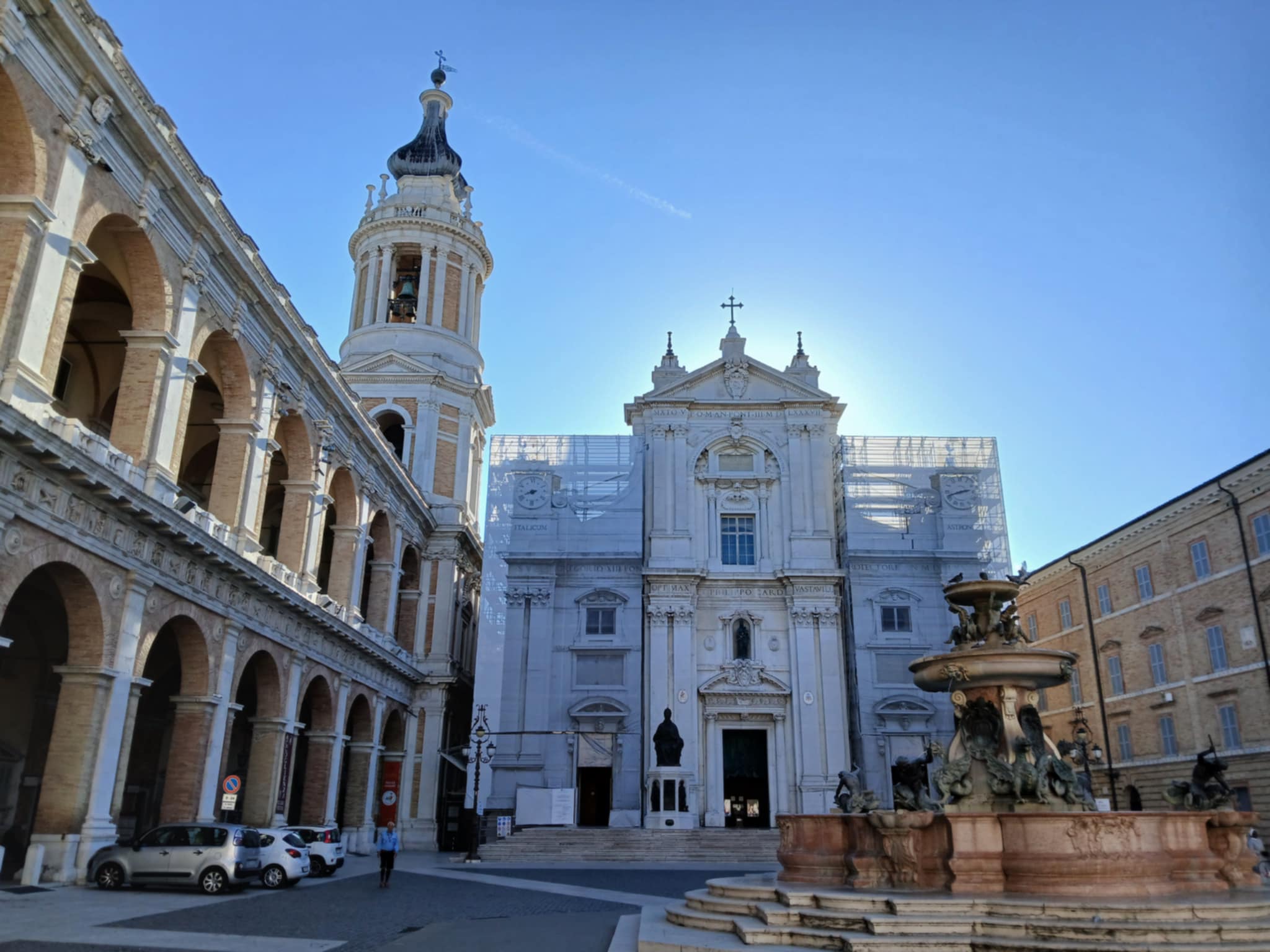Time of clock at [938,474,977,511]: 2:42
